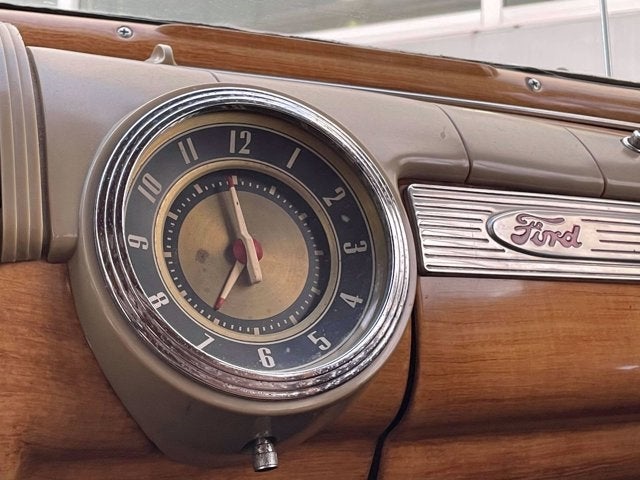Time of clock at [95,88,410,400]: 6:58
